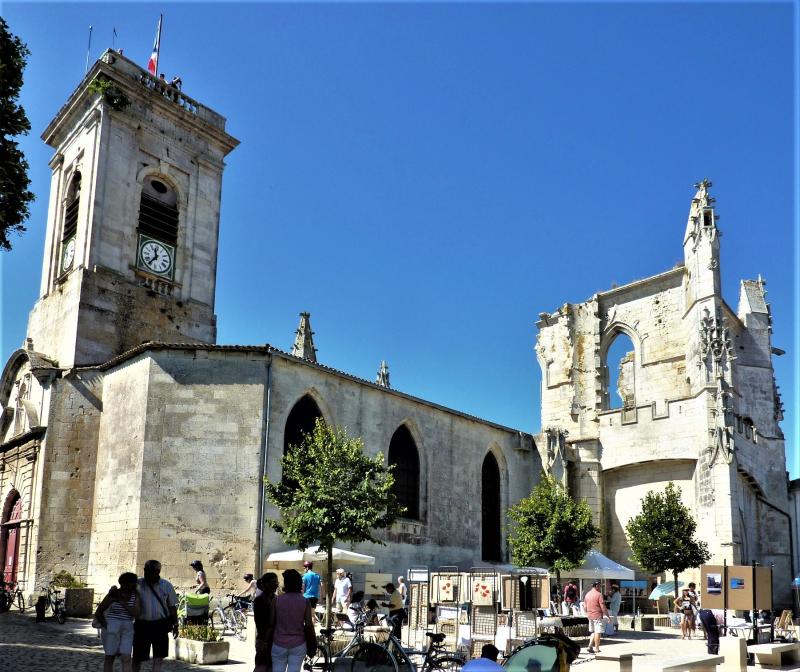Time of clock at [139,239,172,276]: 11:36
